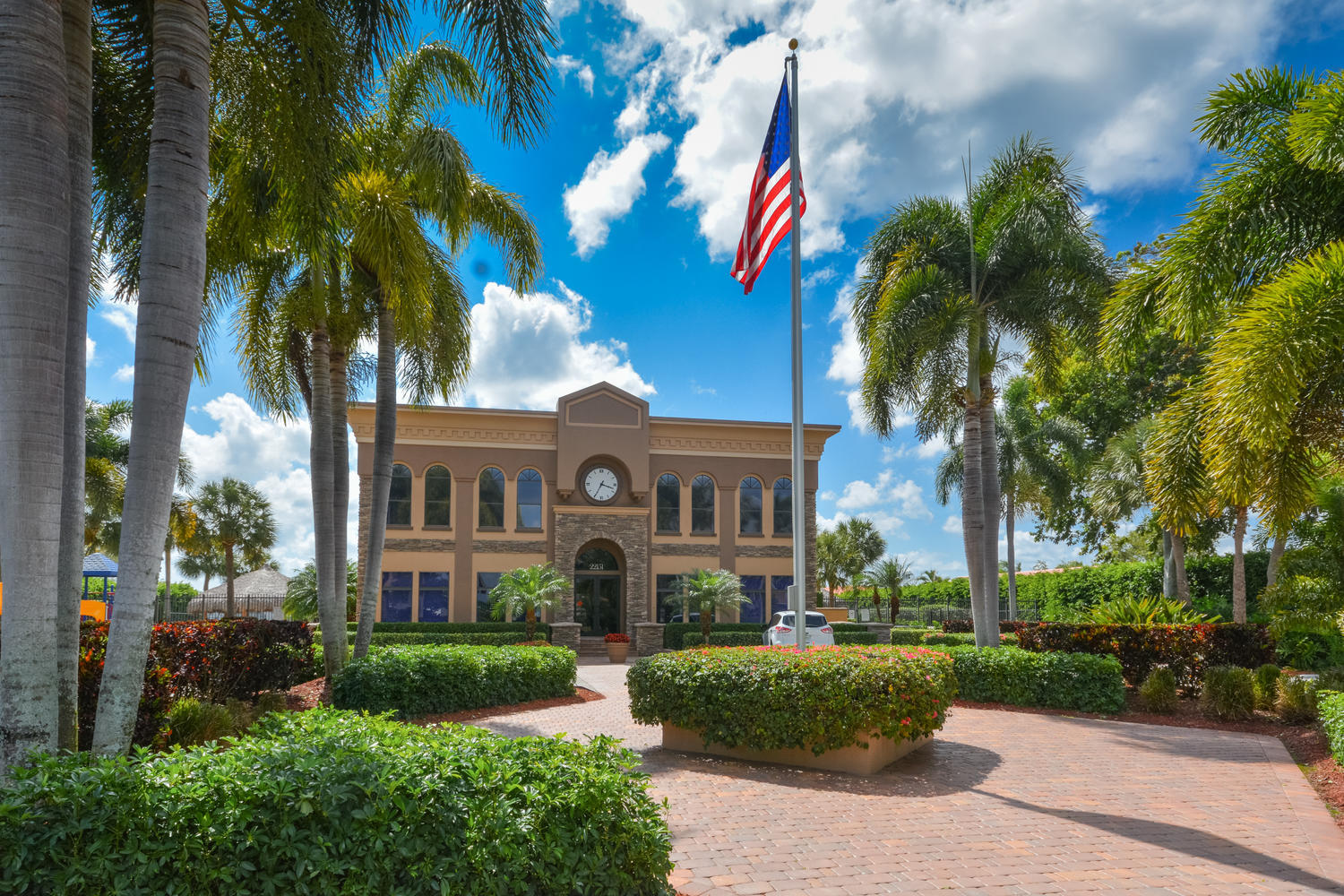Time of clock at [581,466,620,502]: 3:34
